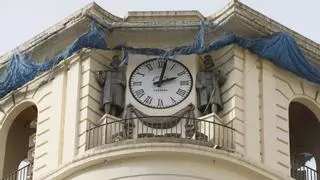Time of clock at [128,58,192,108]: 2:01
